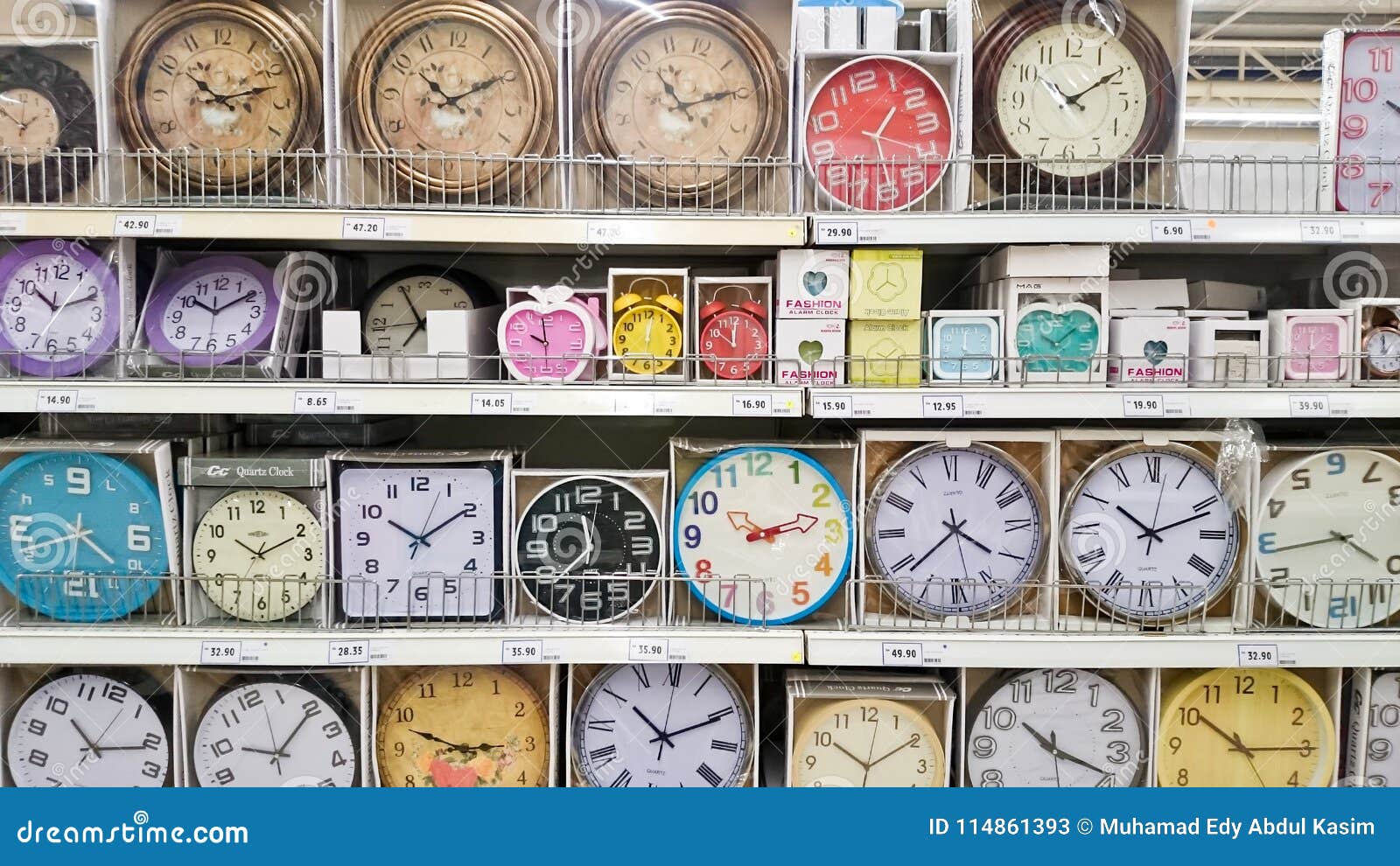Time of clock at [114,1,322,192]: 10:12
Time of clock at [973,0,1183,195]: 10:09
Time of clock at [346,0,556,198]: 10:10
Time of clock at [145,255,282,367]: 10:09
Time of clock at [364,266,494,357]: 6:55
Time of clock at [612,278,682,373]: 12:01
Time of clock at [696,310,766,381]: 12:00
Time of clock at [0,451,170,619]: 8:21
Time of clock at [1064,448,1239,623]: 10:11
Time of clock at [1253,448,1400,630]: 3:43
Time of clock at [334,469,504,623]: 10:09
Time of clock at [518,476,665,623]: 11:37
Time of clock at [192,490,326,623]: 10:10
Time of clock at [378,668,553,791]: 2:48
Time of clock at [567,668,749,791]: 10:10
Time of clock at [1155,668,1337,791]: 10:15
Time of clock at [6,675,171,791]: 10:11
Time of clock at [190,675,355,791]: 10:10
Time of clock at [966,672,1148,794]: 10:18
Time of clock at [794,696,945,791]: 10:09
